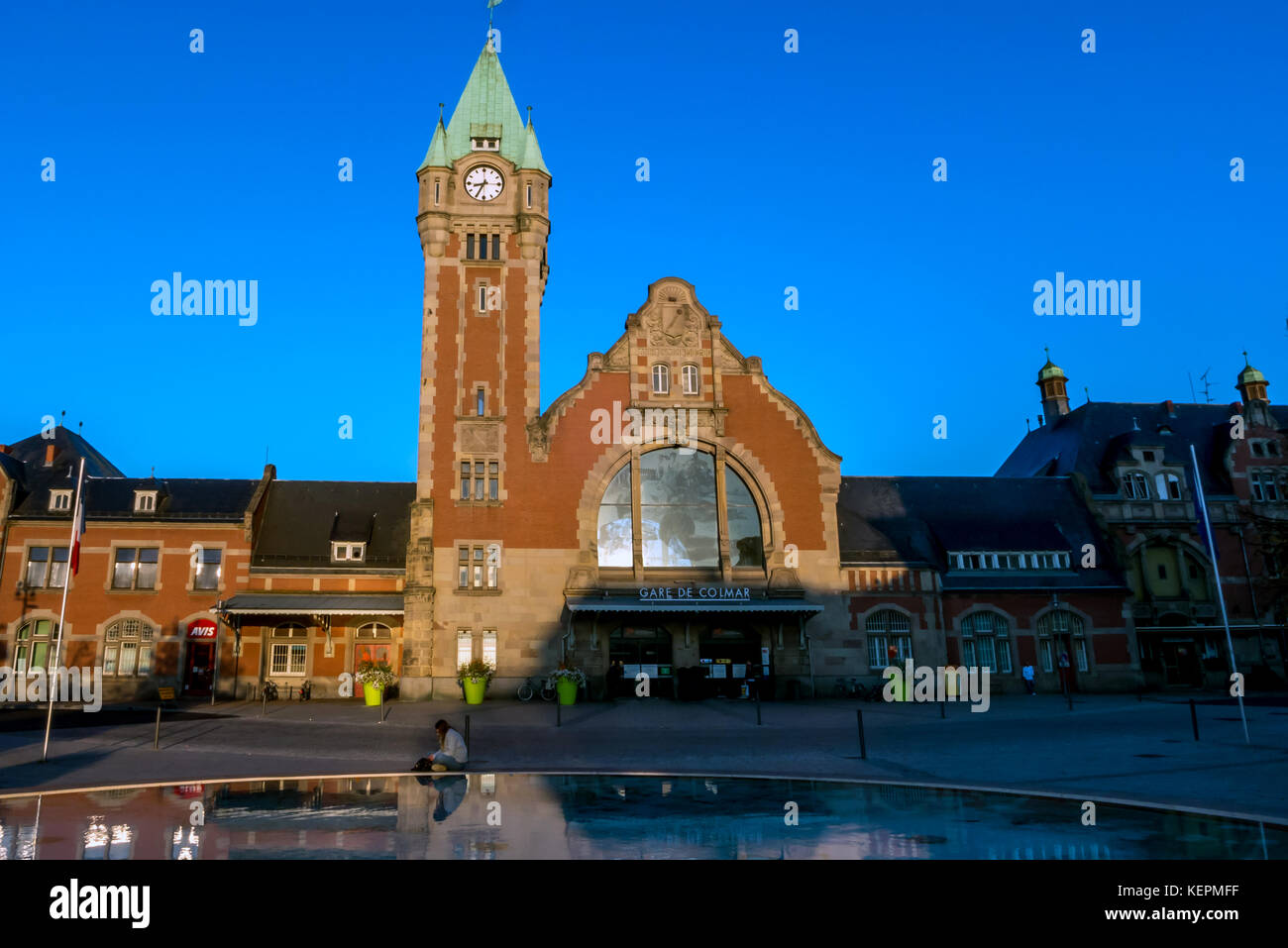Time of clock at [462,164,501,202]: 8:34
